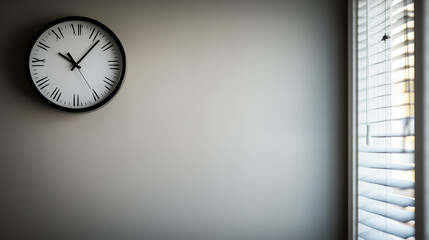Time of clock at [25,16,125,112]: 10:07
